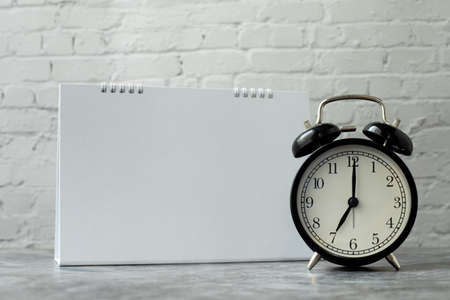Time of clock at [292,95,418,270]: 7:00
